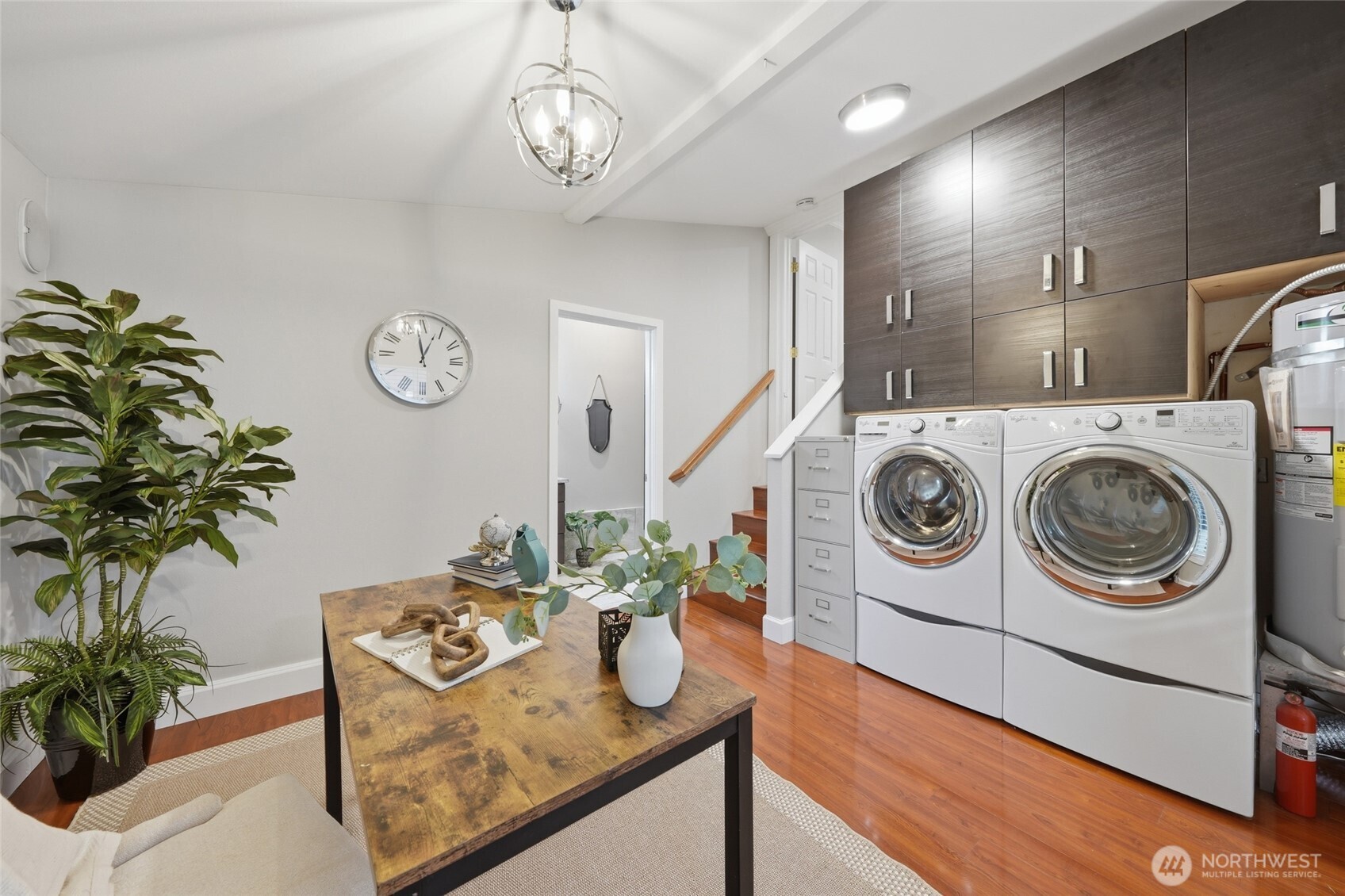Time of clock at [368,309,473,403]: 12:58
